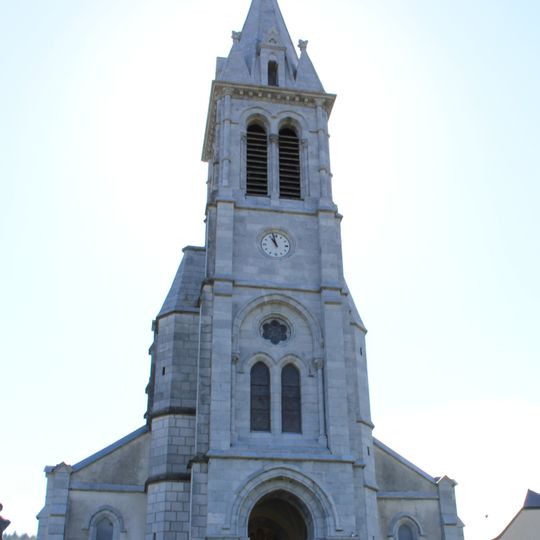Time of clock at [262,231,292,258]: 10:58
